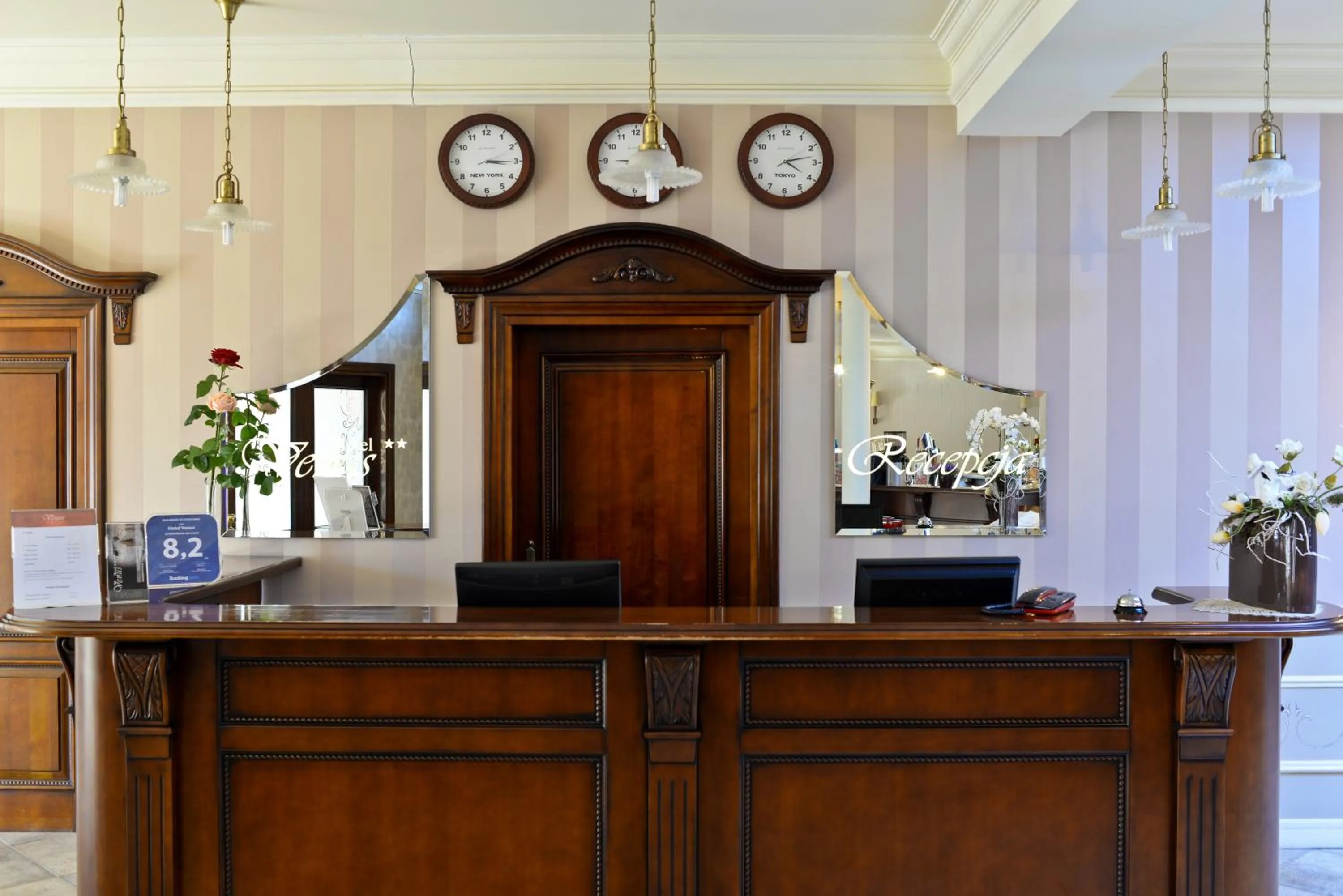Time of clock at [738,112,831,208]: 4:12
